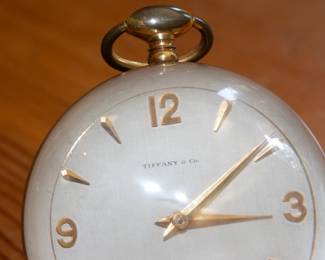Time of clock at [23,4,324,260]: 3:09
